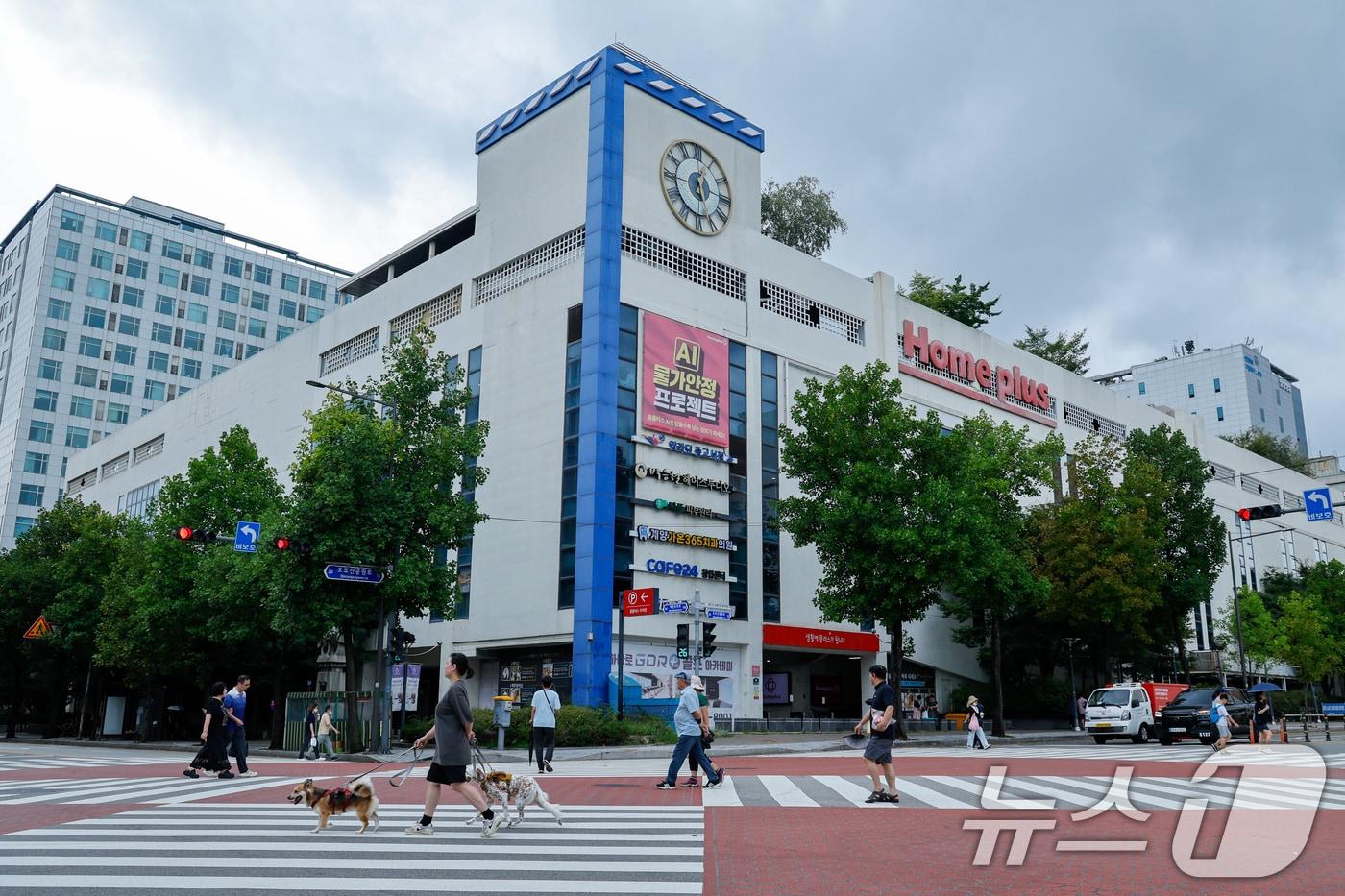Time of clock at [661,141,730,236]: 5:14
